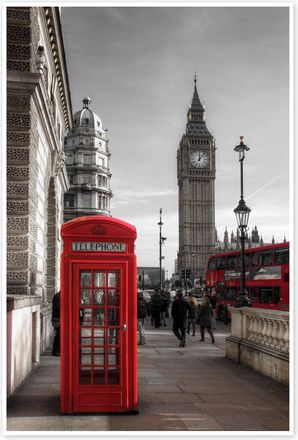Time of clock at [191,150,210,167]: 12:07
